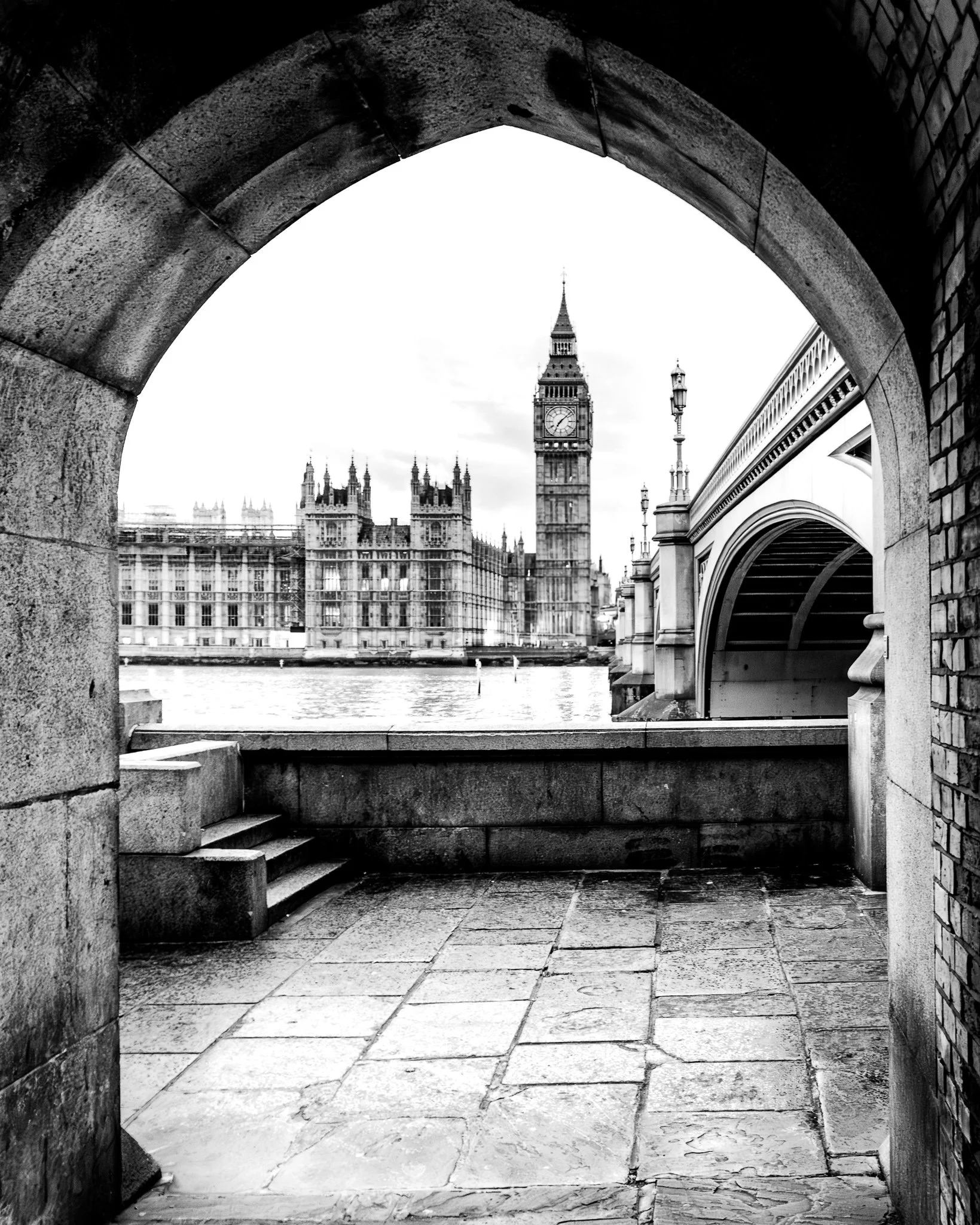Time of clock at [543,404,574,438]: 7:08
